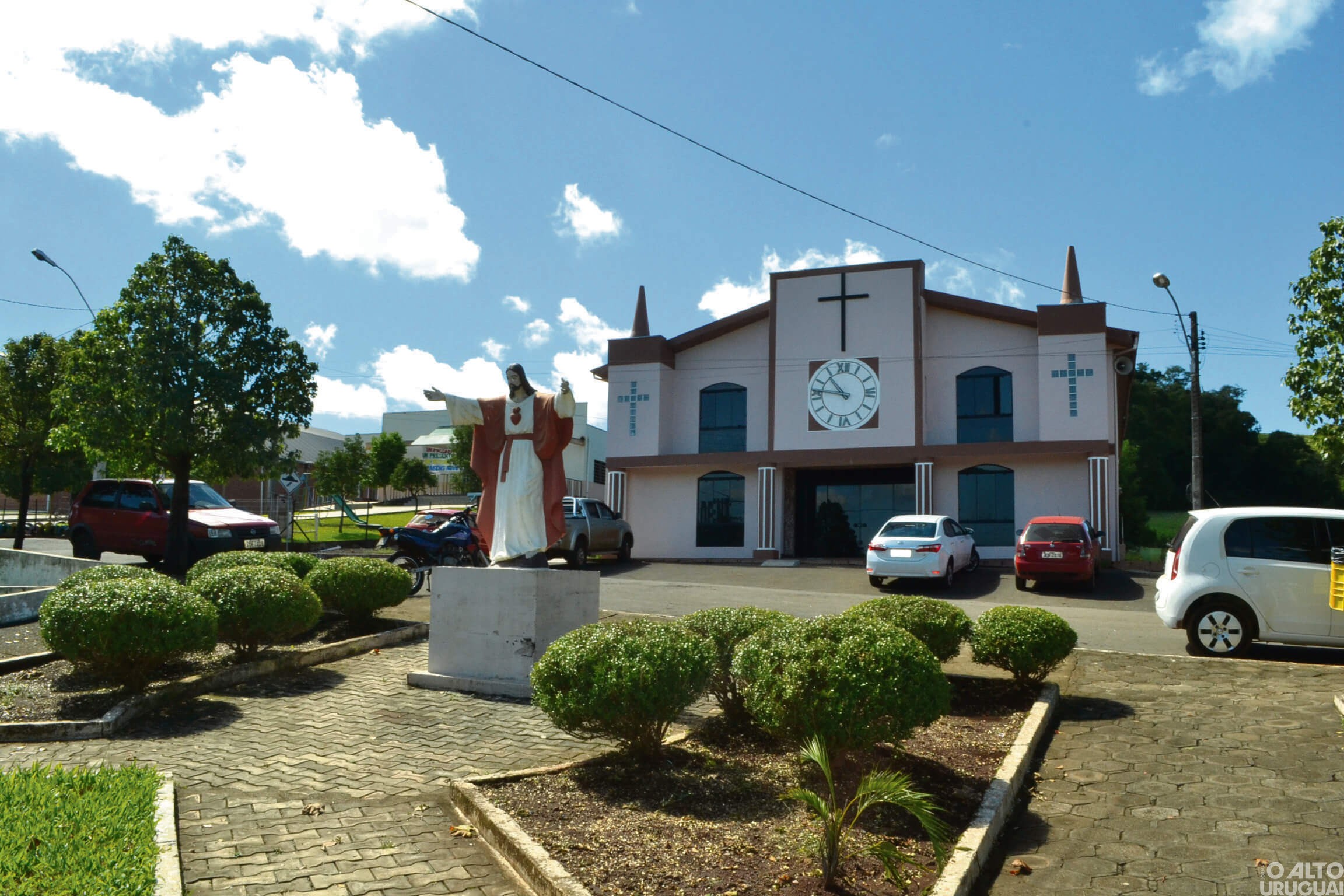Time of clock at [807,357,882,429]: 10:46
